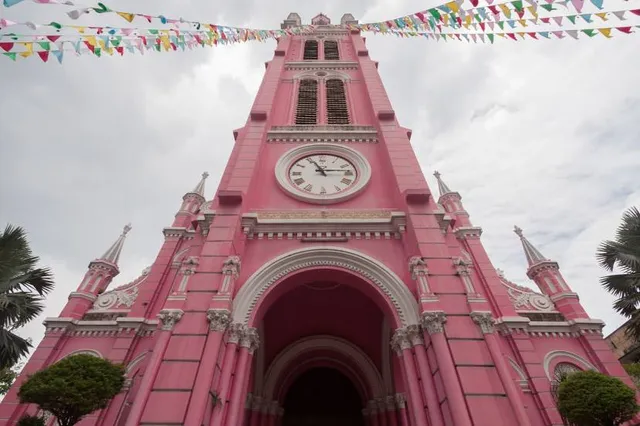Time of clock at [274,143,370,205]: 11:13
